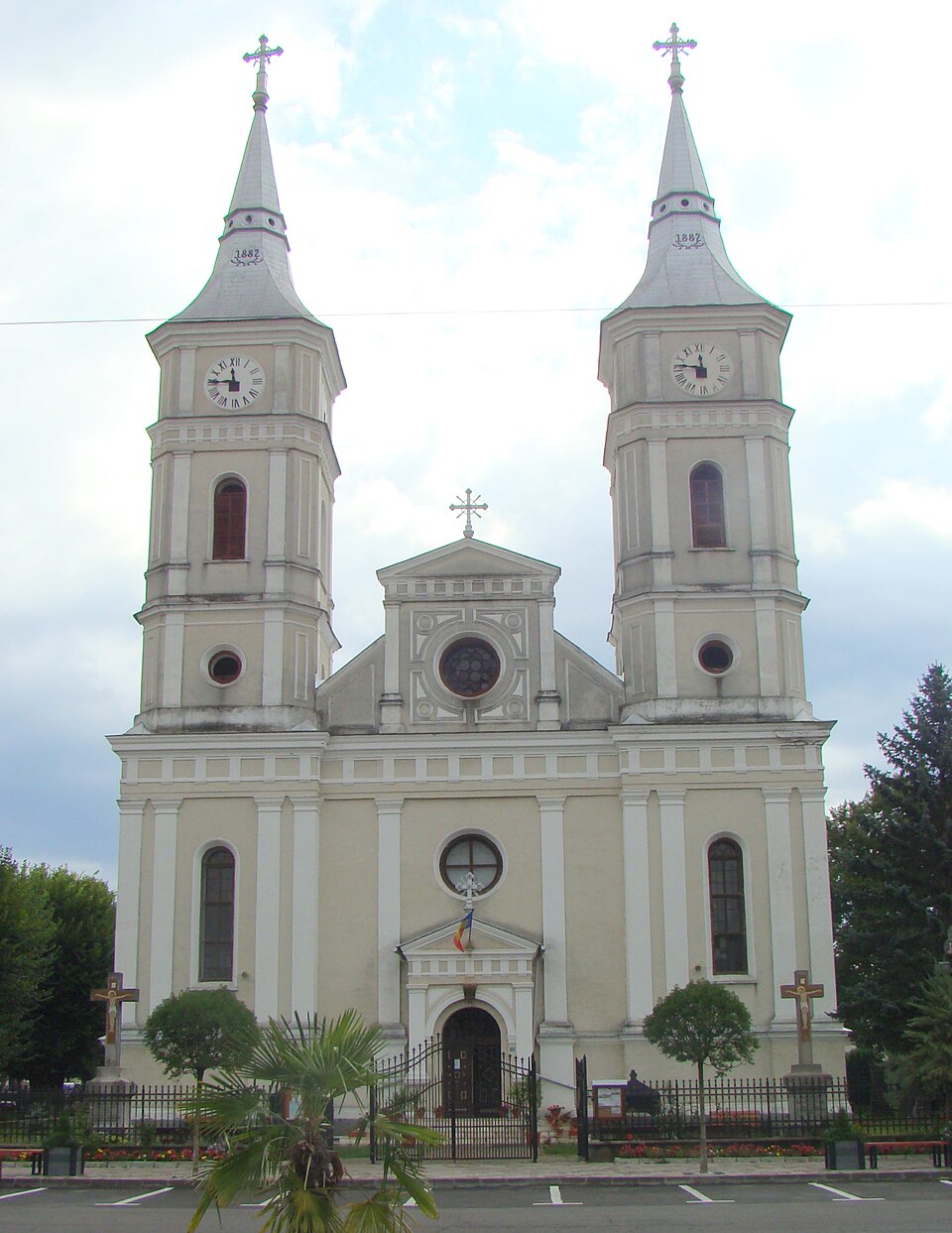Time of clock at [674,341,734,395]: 11:46
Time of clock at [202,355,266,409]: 11:45
